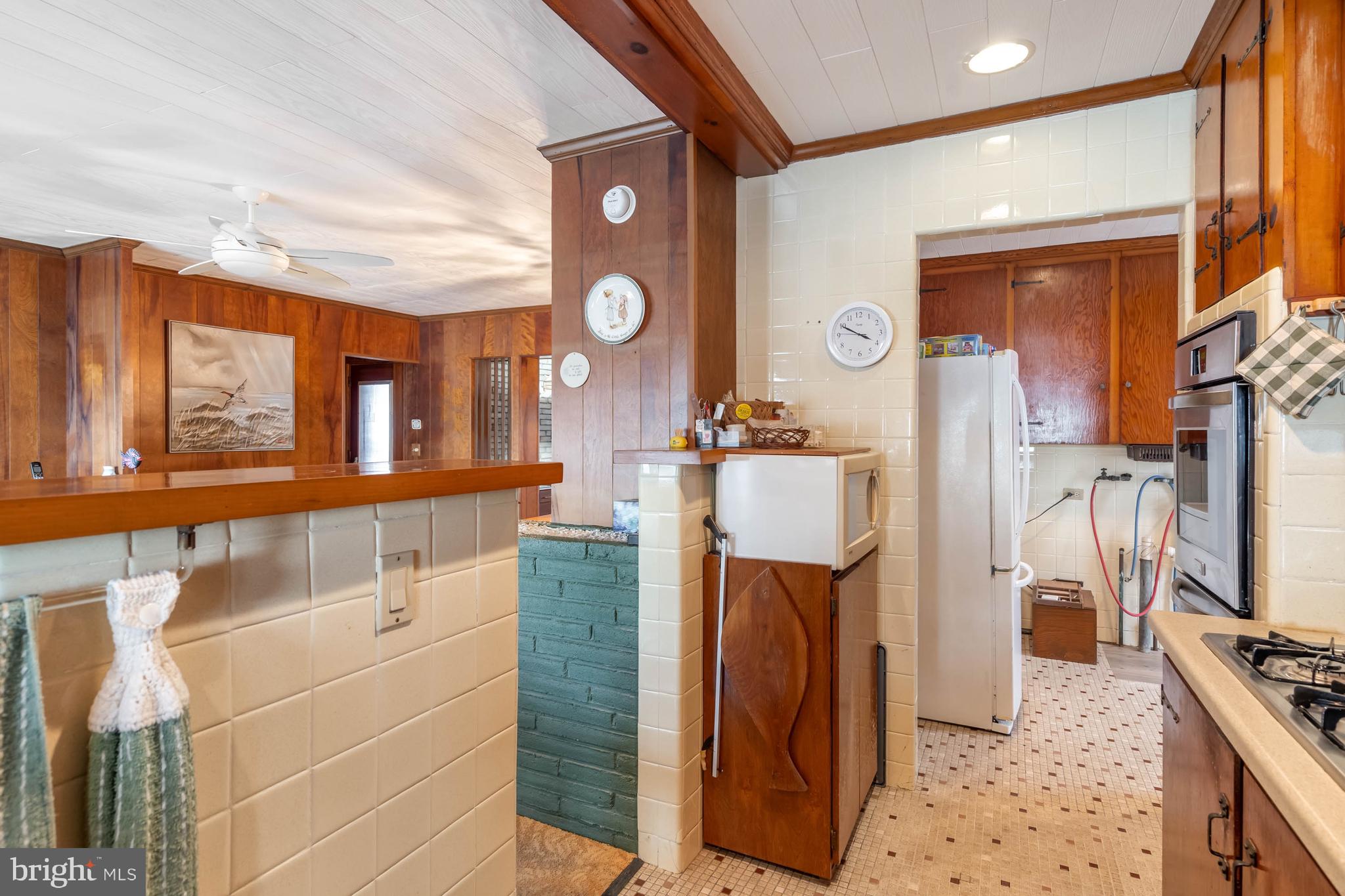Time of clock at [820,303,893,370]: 3:49
